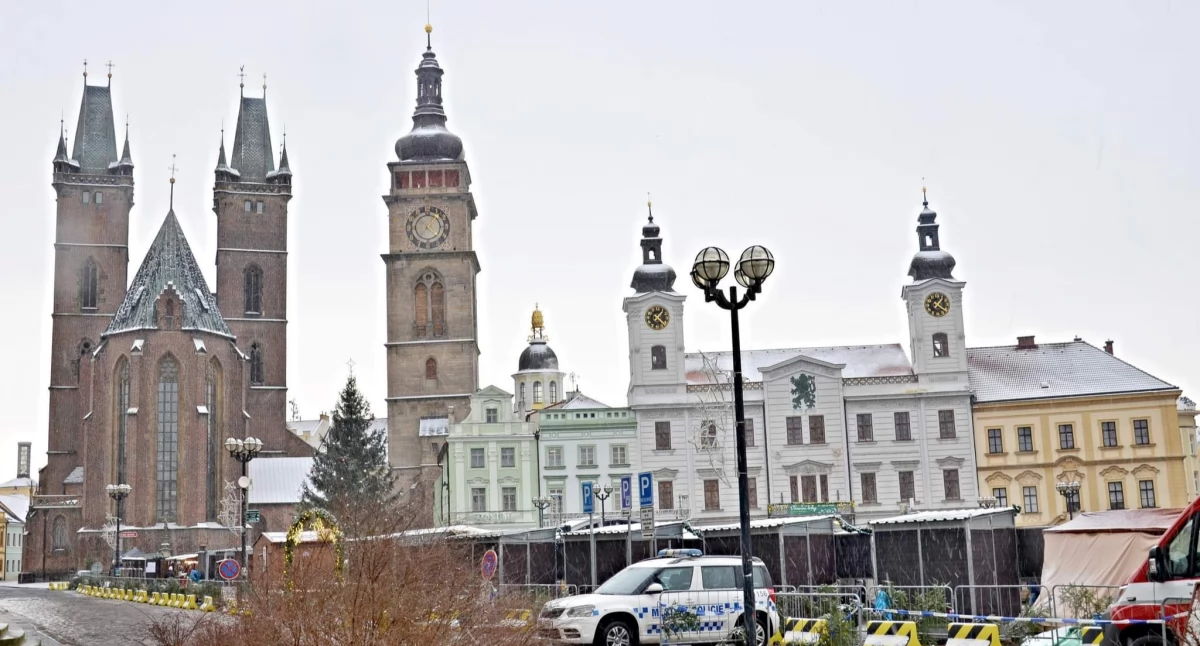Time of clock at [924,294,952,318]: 1:20
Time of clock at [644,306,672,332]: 1:22
